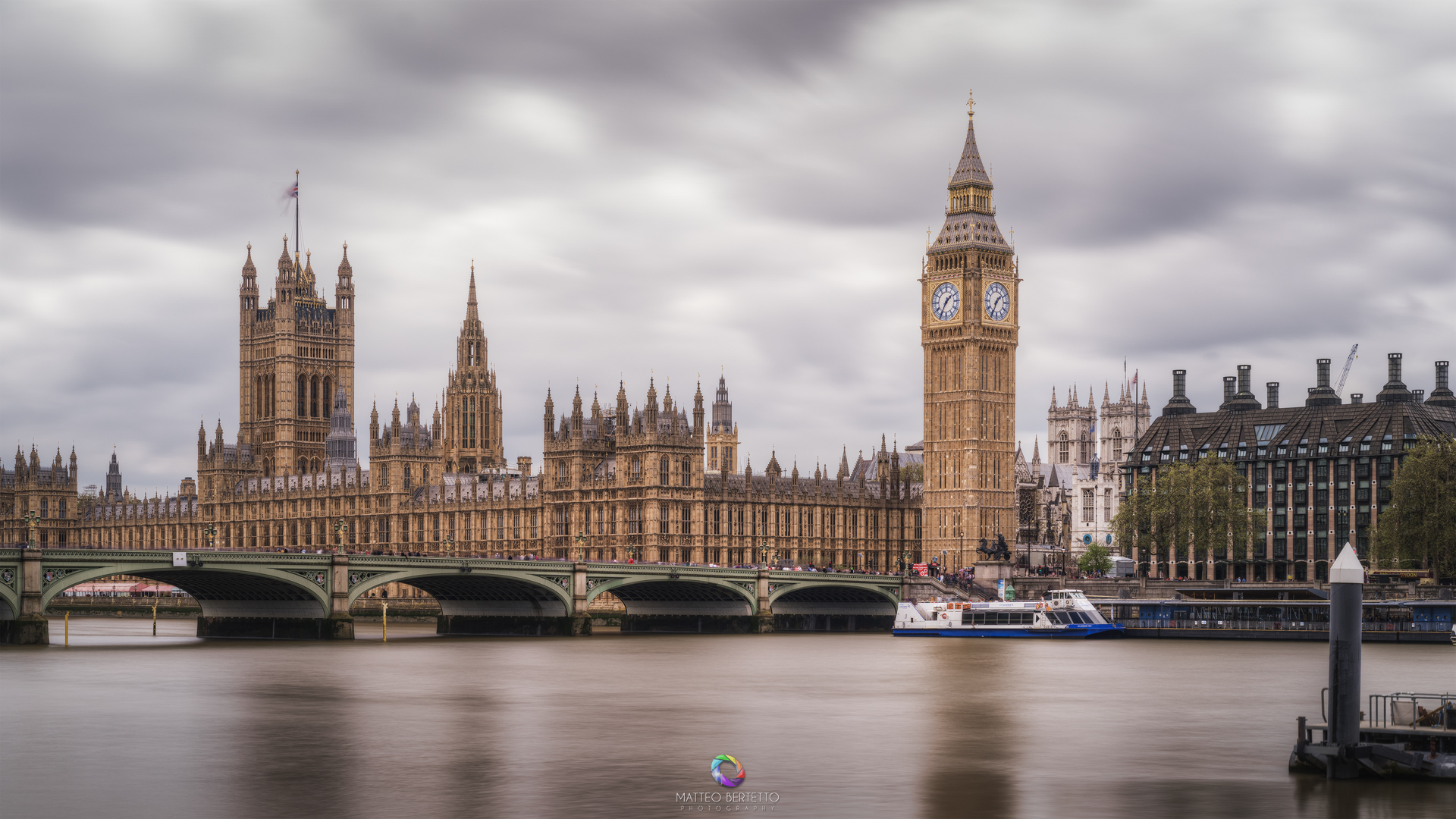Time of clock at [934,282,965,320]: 1:34
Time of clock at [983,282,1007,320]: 1:34
